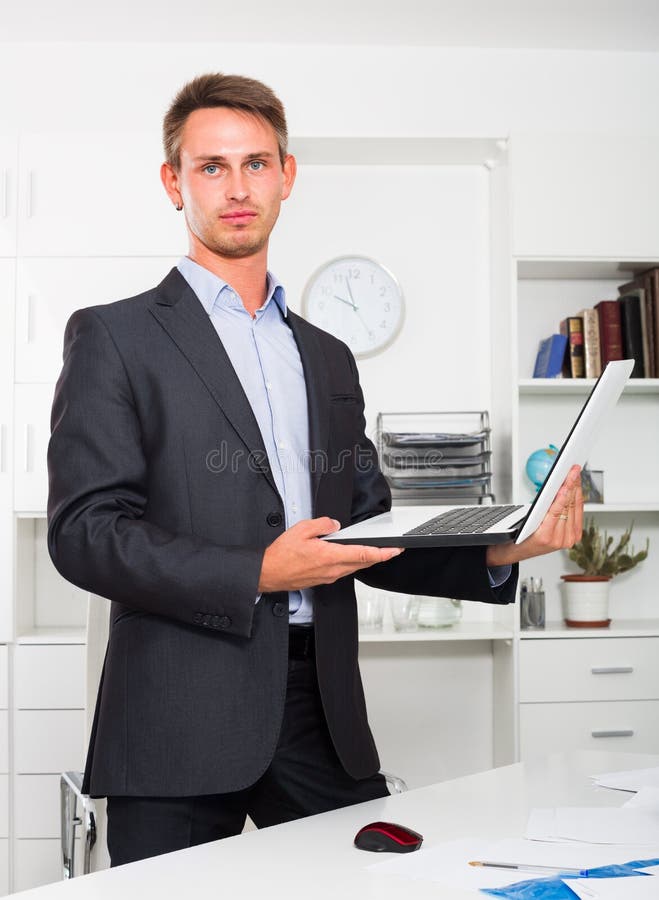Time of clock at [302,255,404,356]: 9:57
